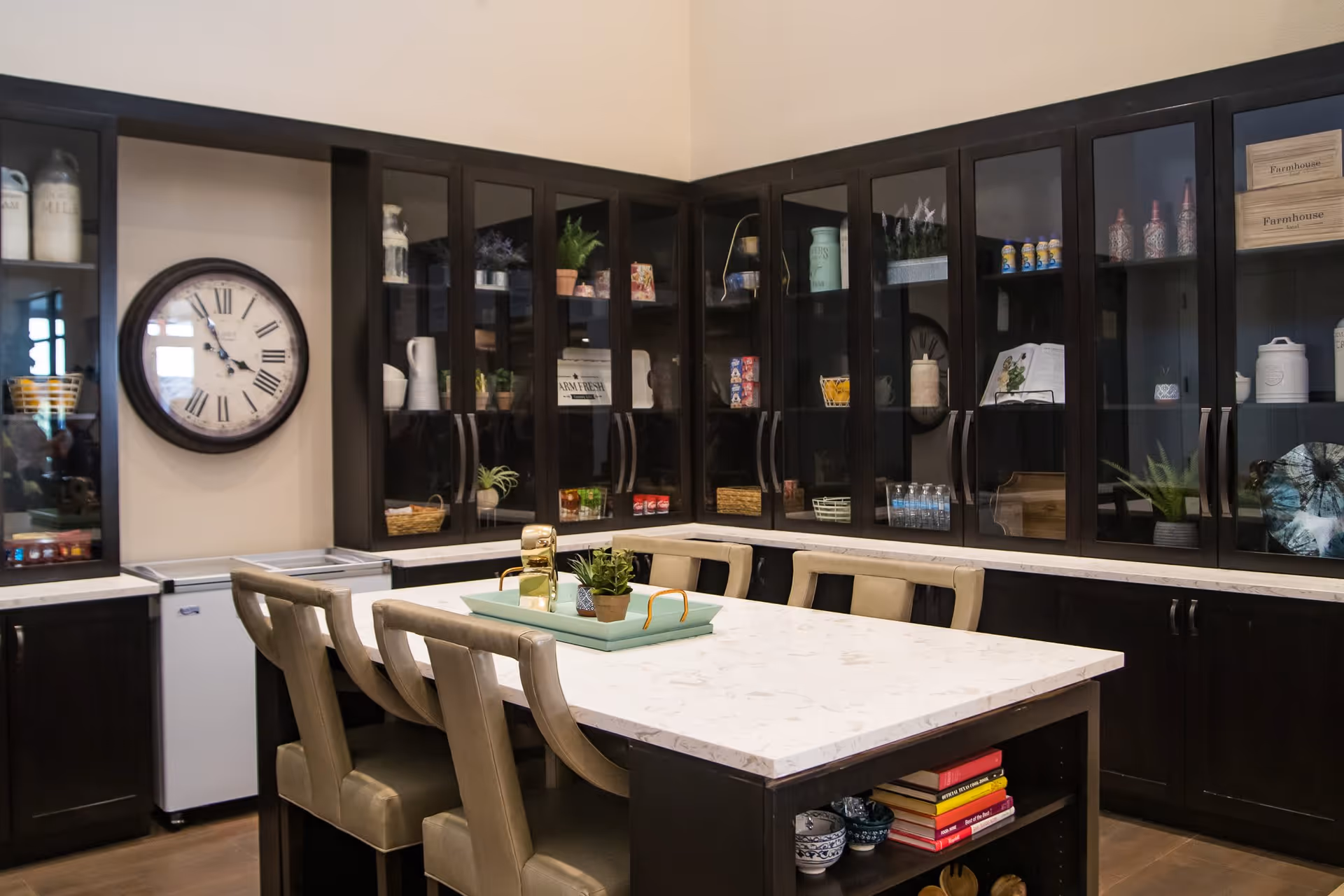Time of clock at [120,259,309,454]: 3:56
